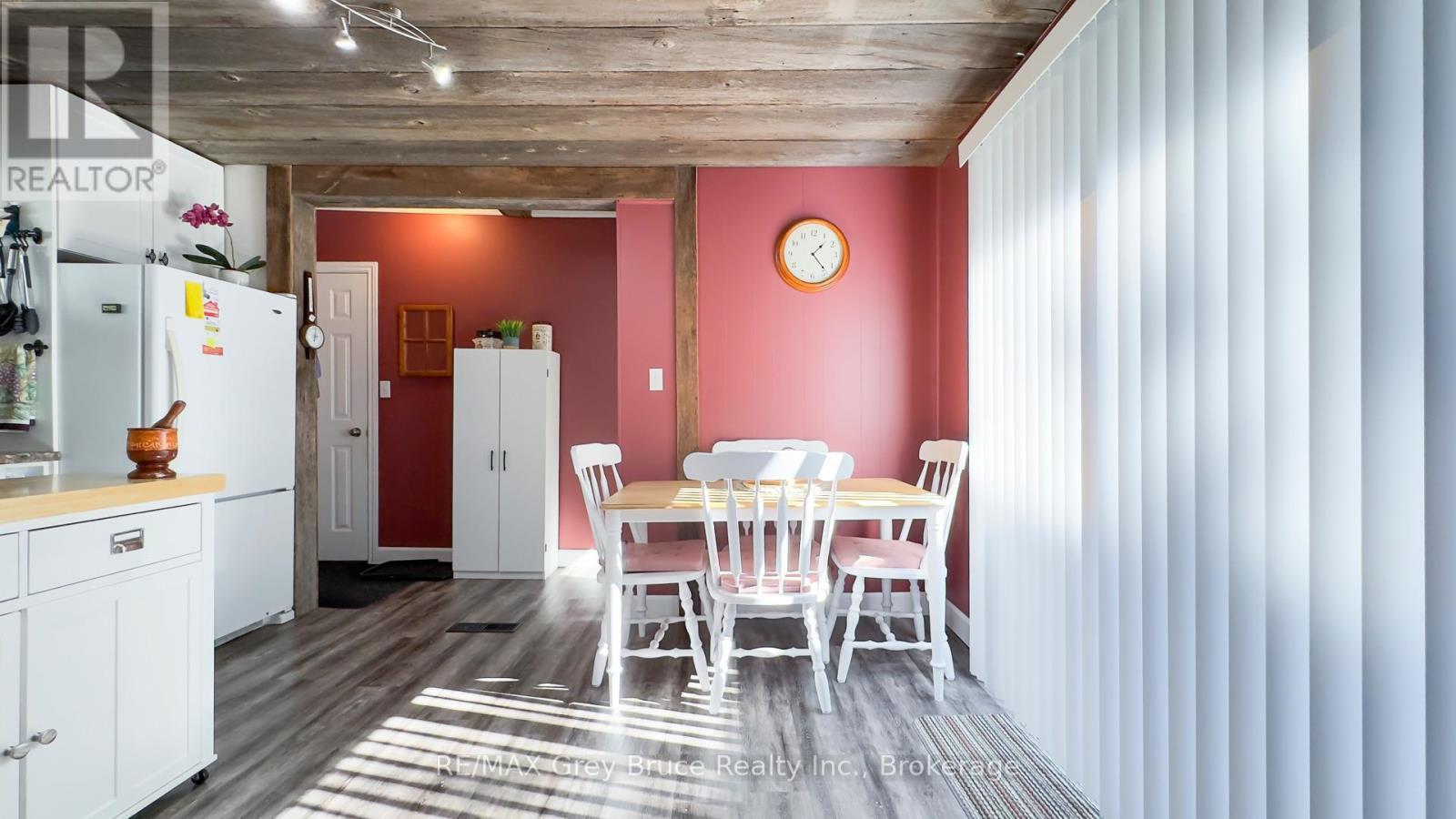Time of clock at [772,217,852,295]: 1:23
